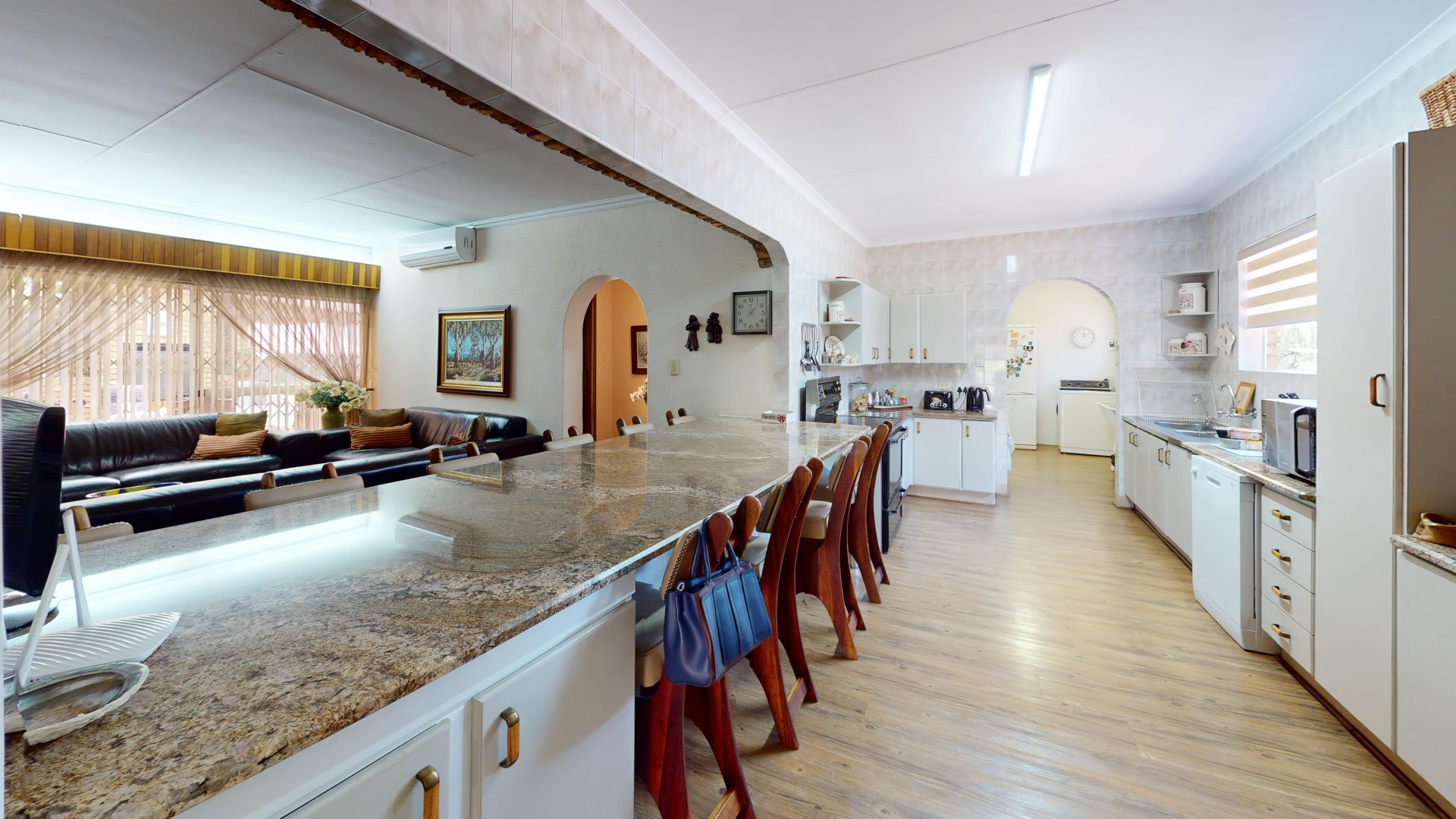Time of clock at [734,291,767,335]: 12:07
